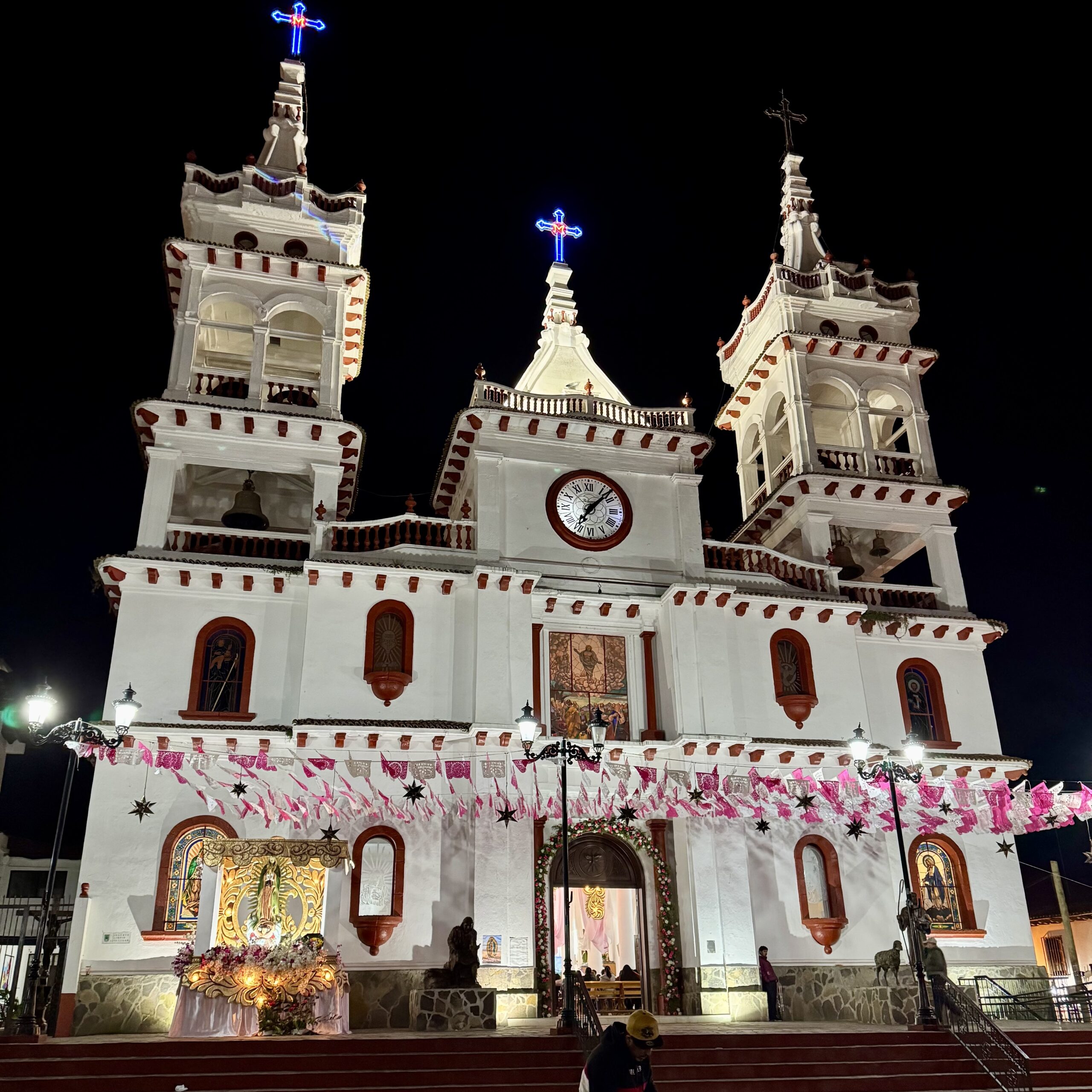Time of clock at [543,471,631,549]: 7:07
